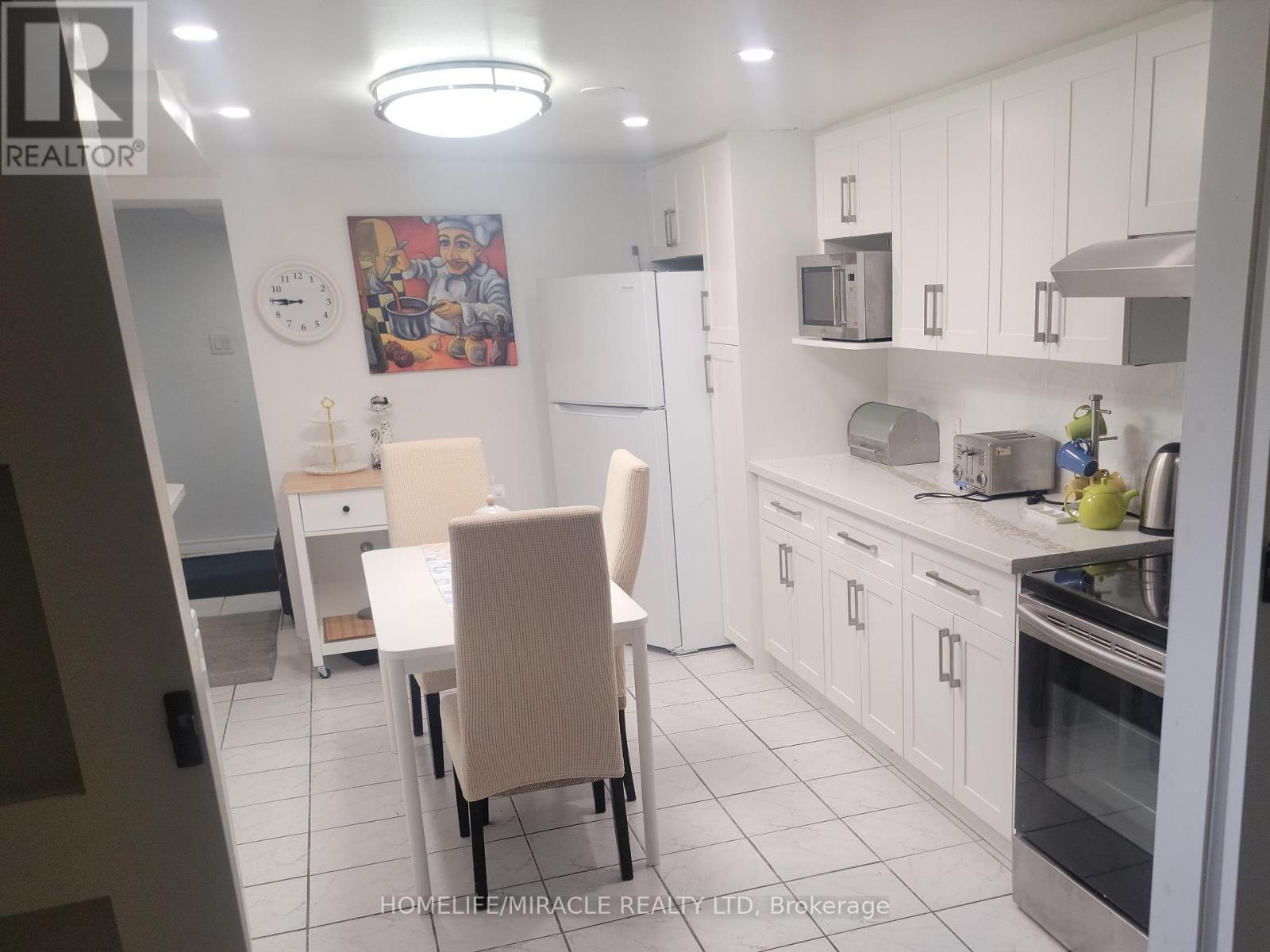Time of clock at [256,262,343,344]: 8:45
